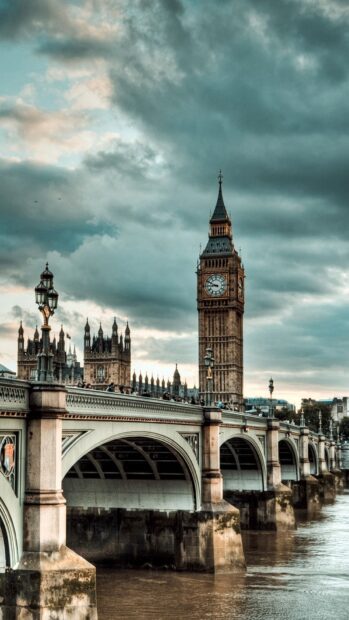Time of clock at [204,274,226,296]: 8:49
